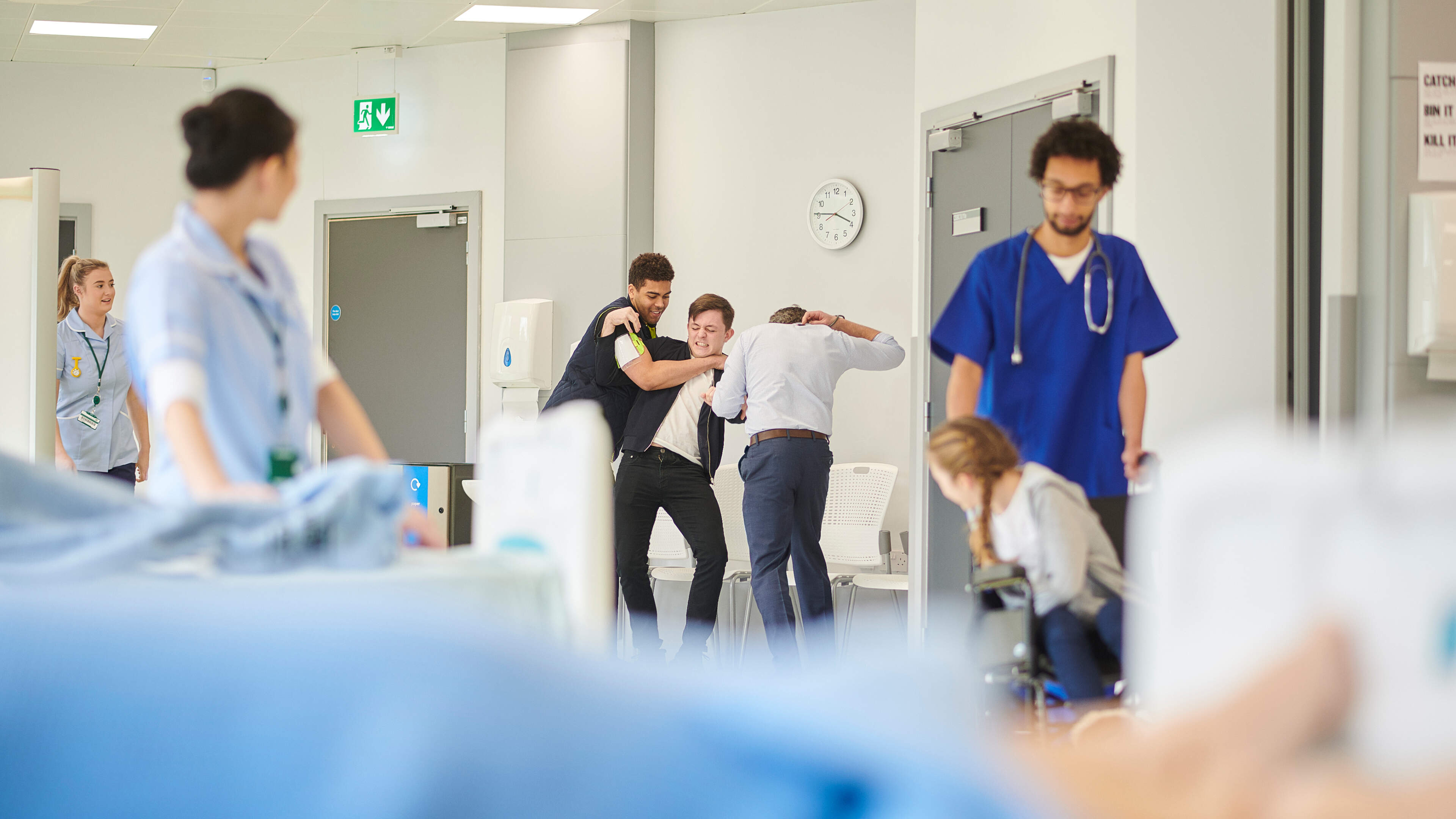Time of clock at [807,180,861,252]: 3:45
